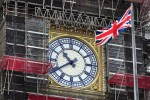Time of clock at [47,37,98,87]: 10:39
